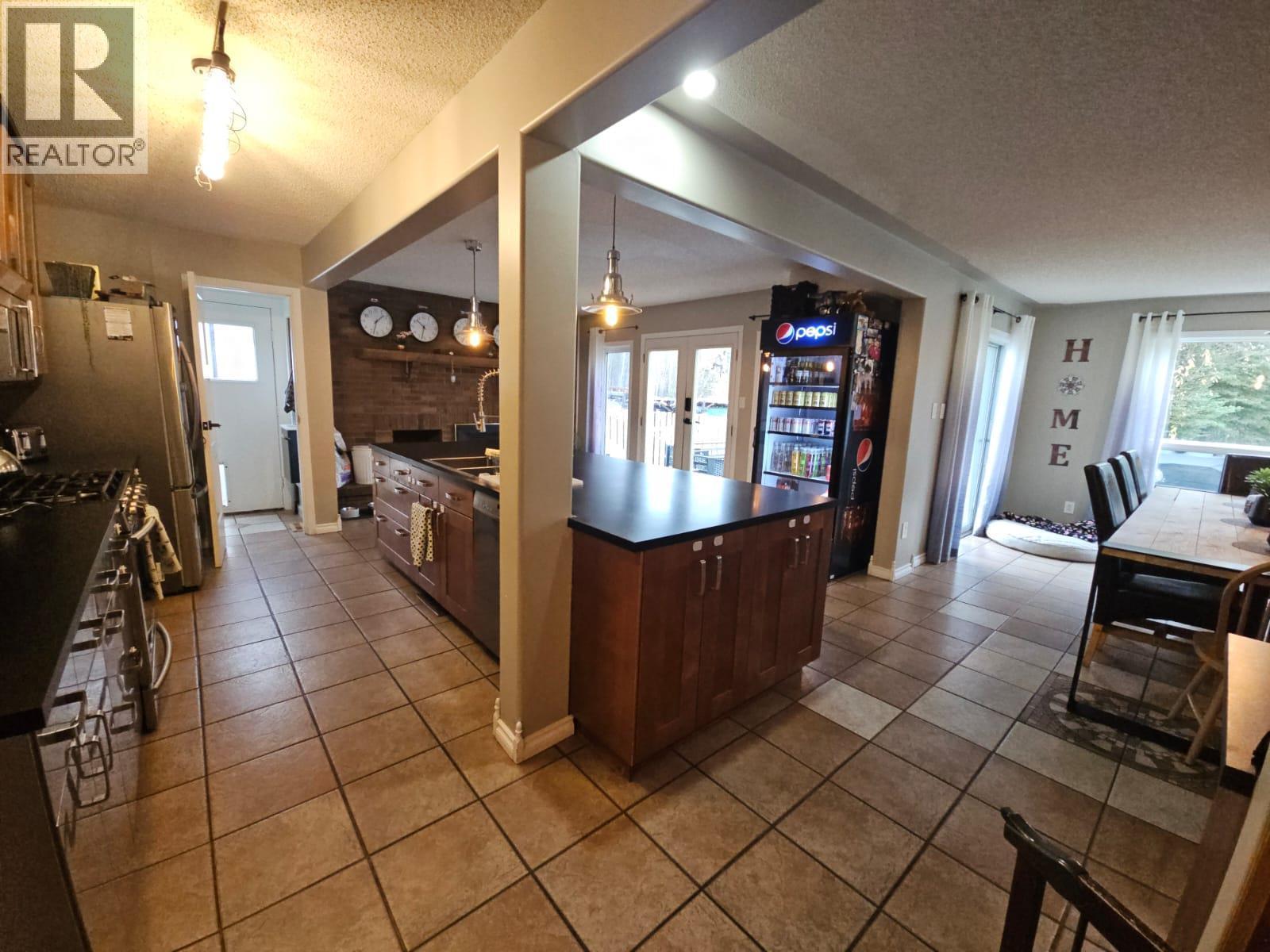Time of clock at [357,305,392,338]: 1:32
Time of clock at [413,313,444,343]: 10:32
